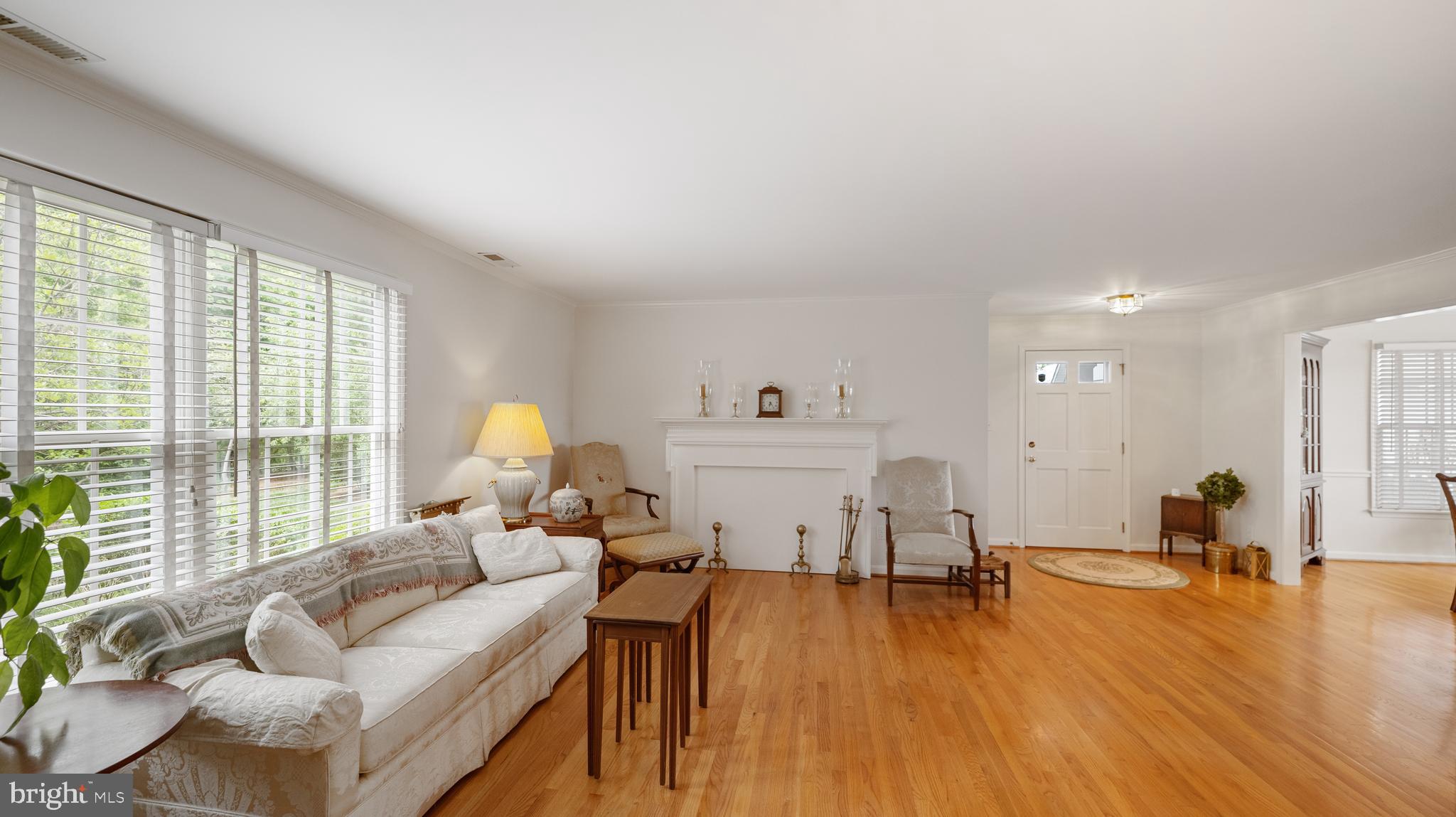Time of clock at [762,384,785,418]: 6:23
